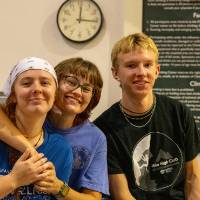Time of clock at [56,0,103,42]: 12:16
